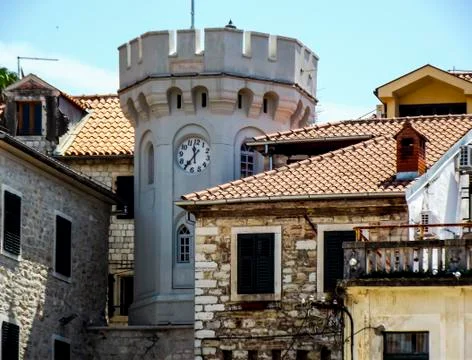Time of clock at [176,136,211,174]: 11:35
